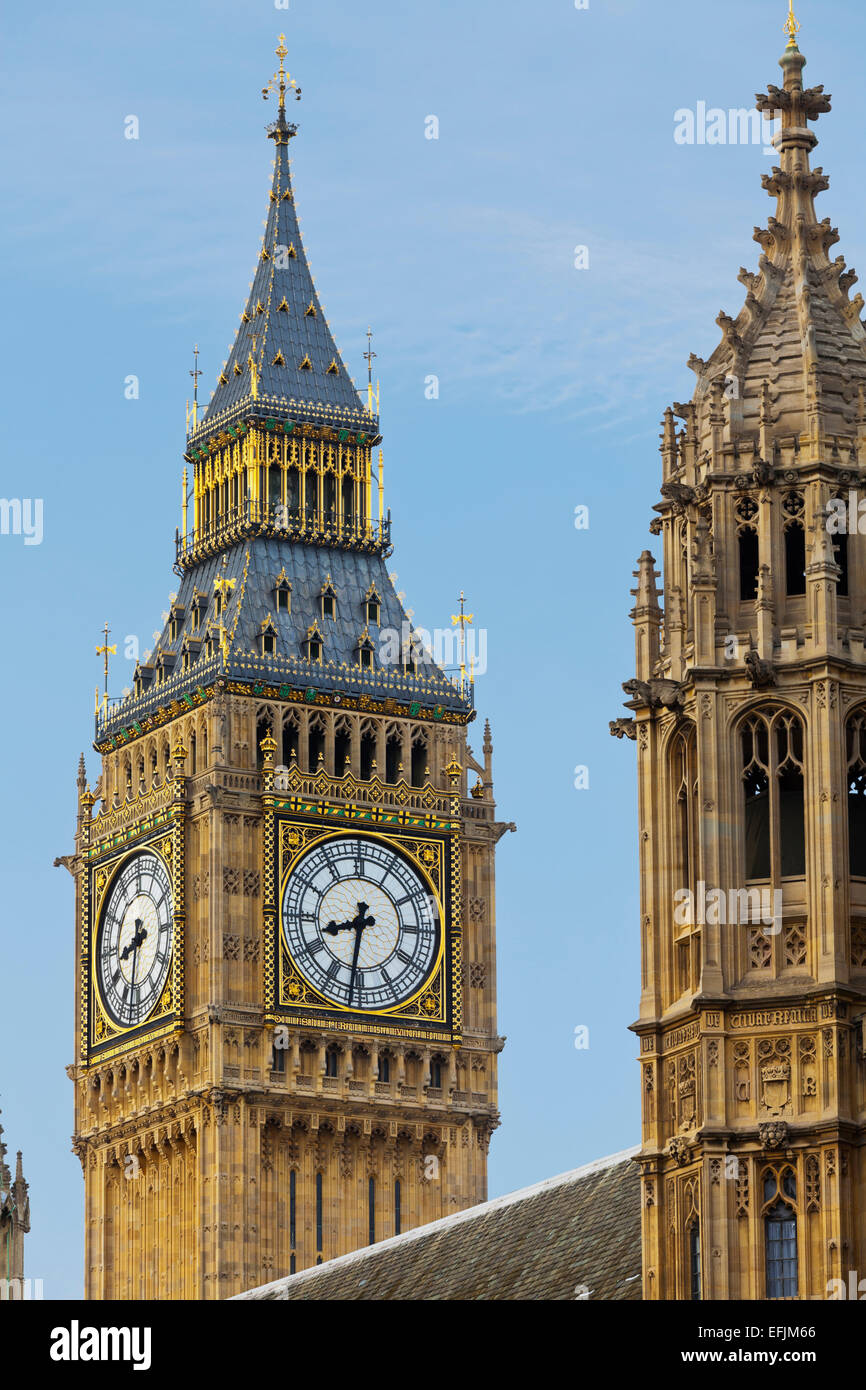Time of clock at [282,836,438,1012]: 8:31
